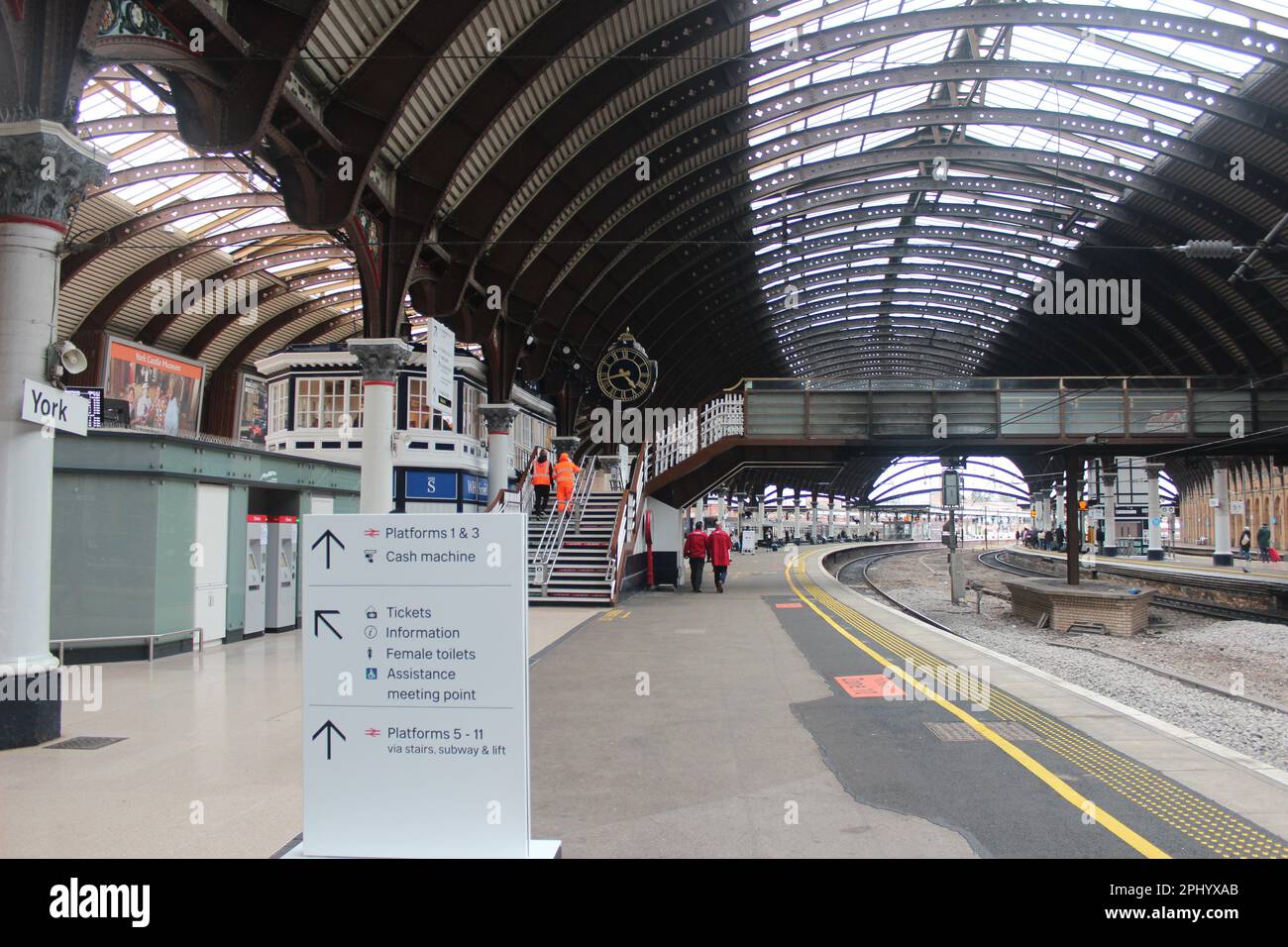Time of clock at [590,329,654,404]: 4:42
